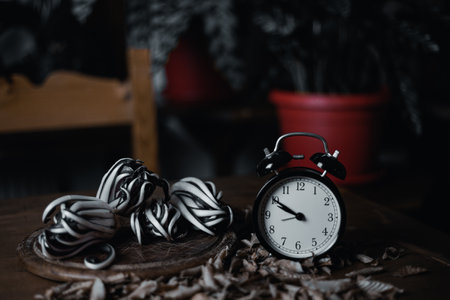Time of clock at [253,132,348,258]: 9:50
